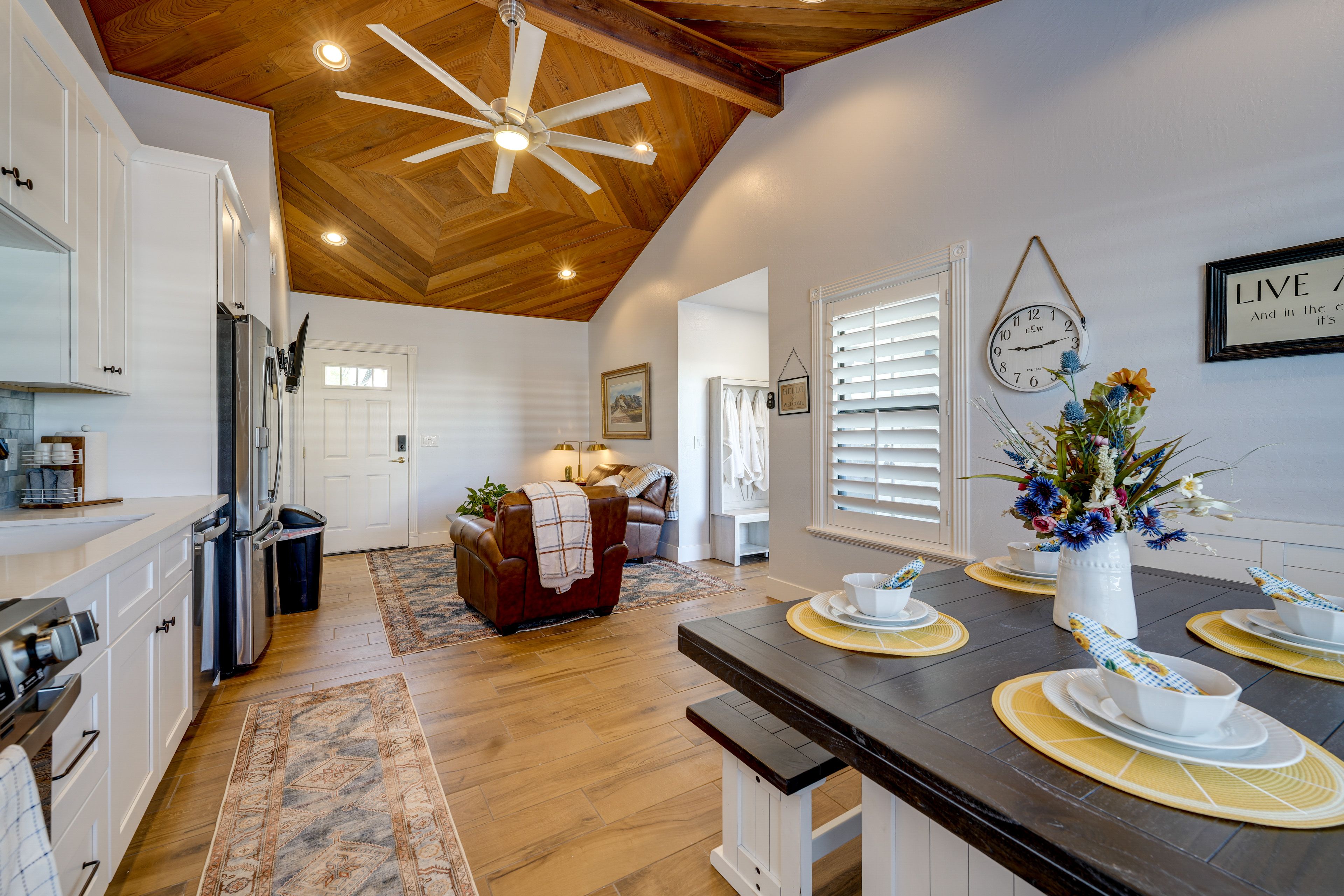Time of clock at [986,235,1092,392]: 9:12
